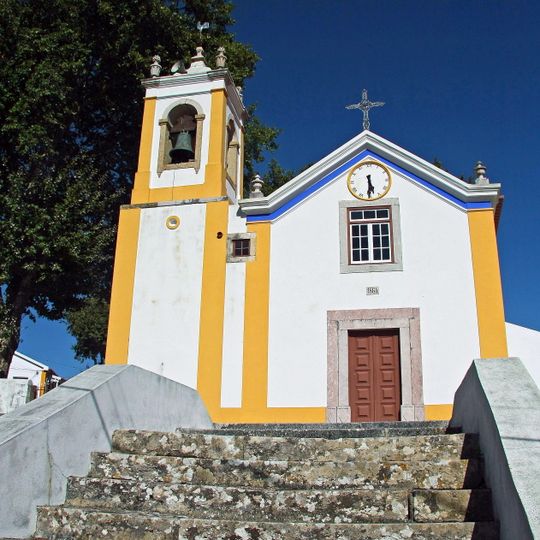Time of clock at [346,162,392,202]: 5:30
